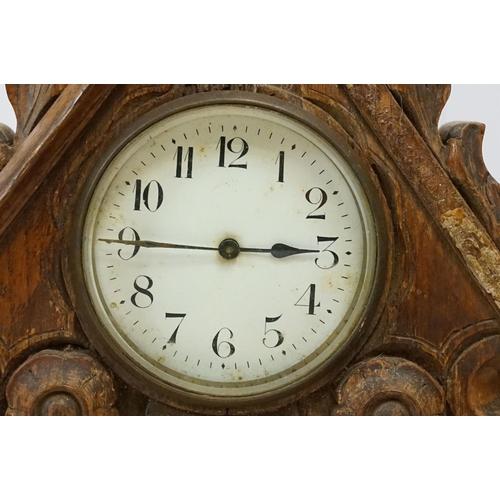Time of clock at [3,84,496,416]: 2:45
